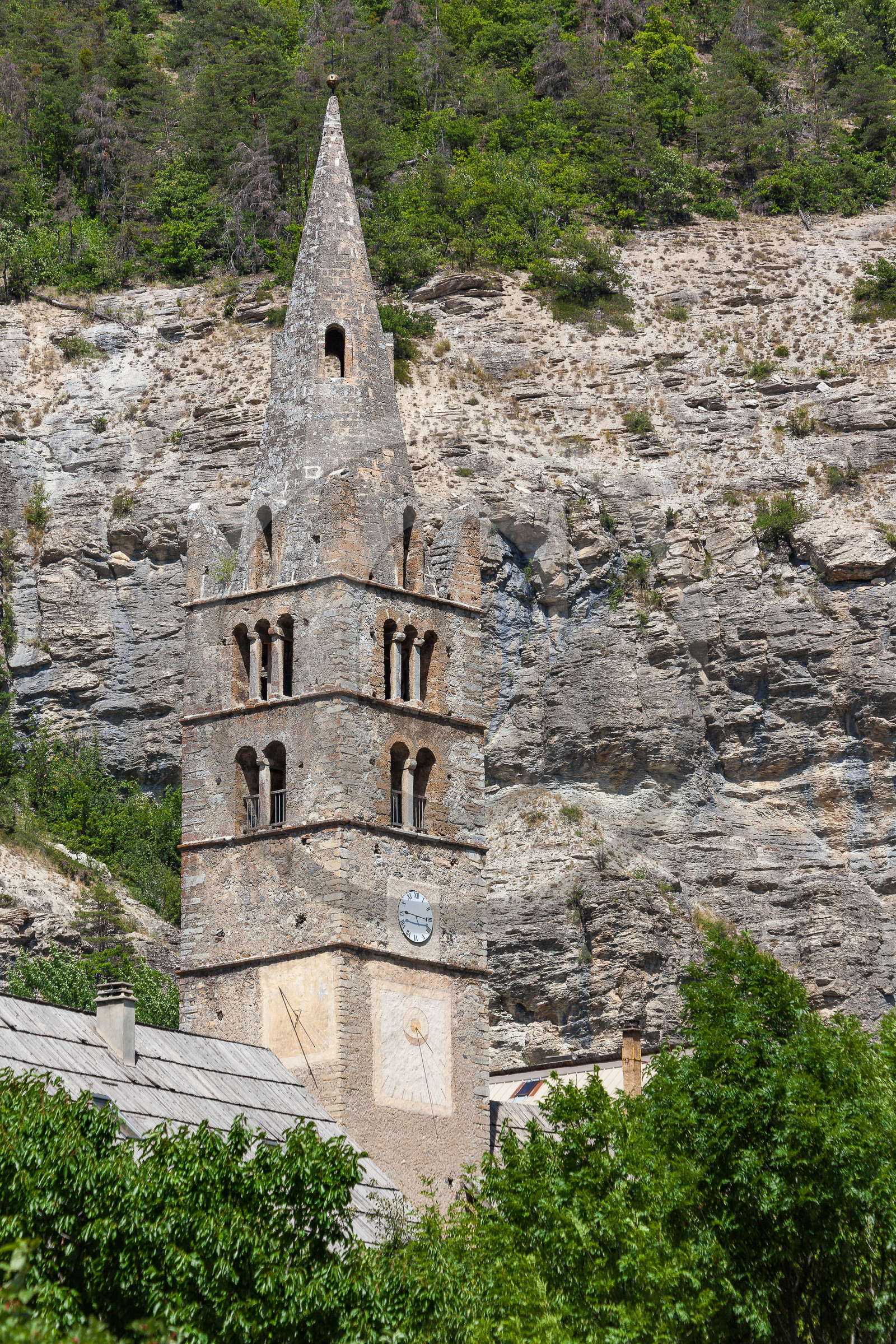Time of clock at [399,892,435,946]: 9:15
